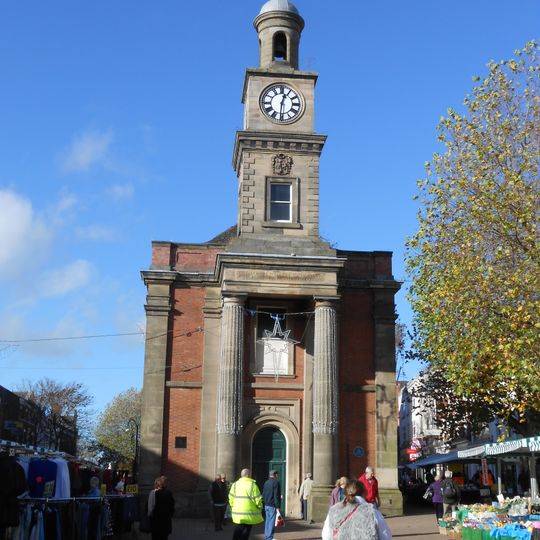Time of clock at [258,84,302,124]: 12:30
